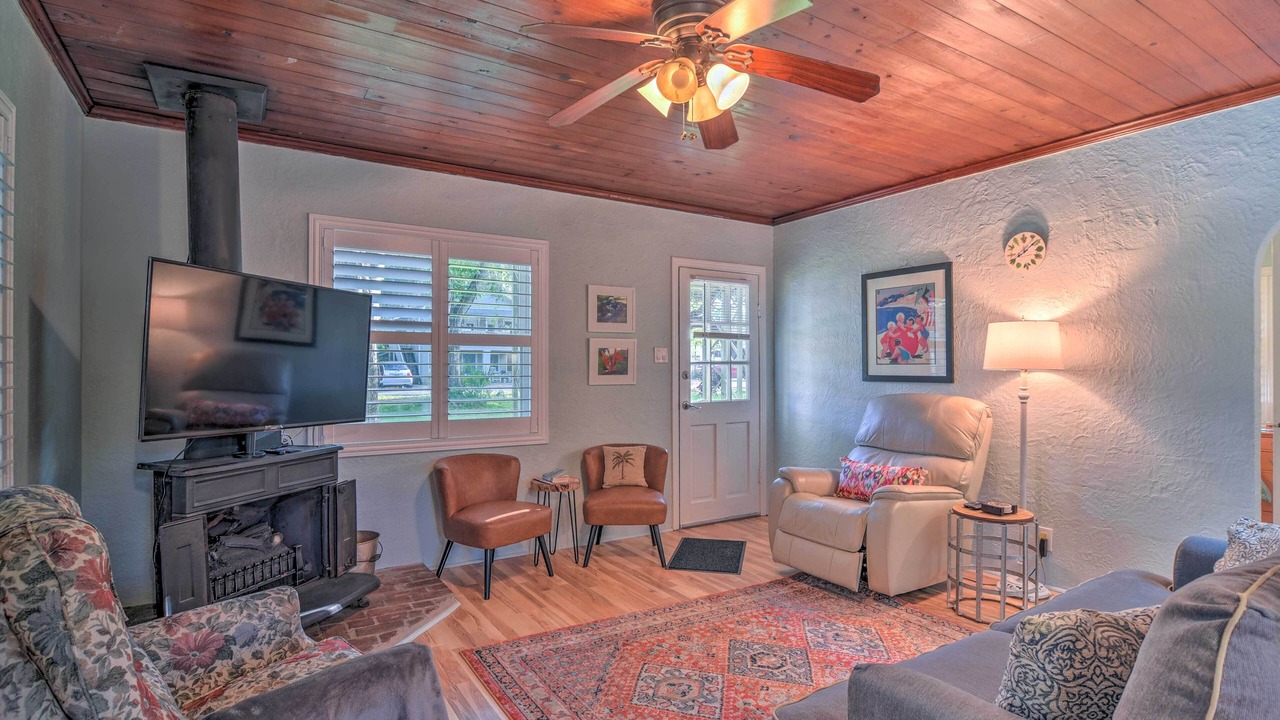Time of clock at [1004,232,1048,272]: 8:08
